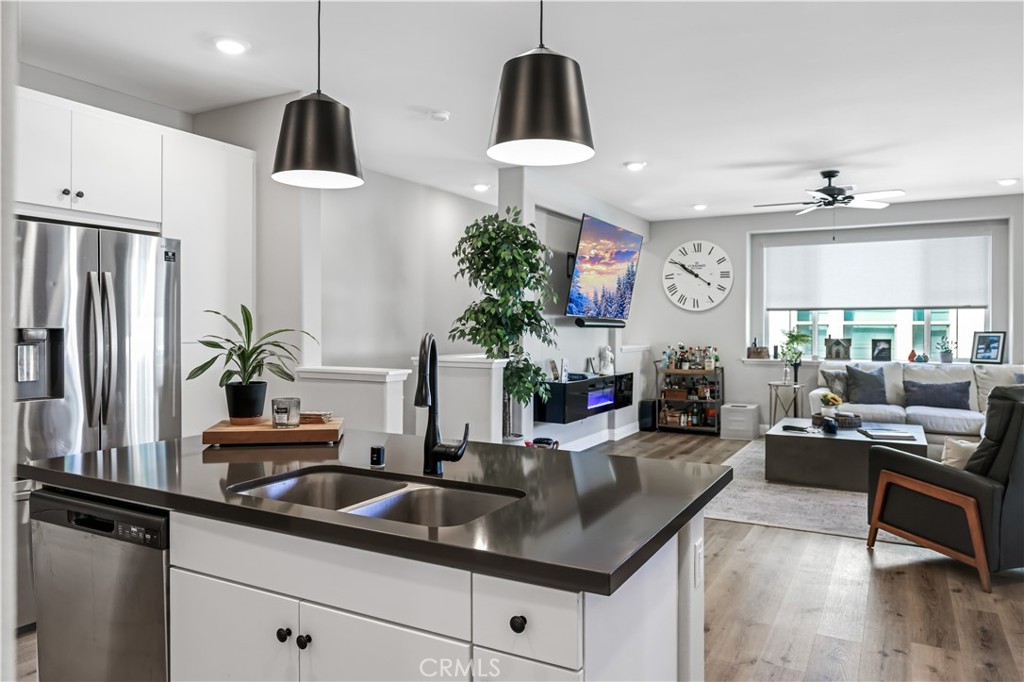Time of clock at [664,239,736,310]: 9:50
